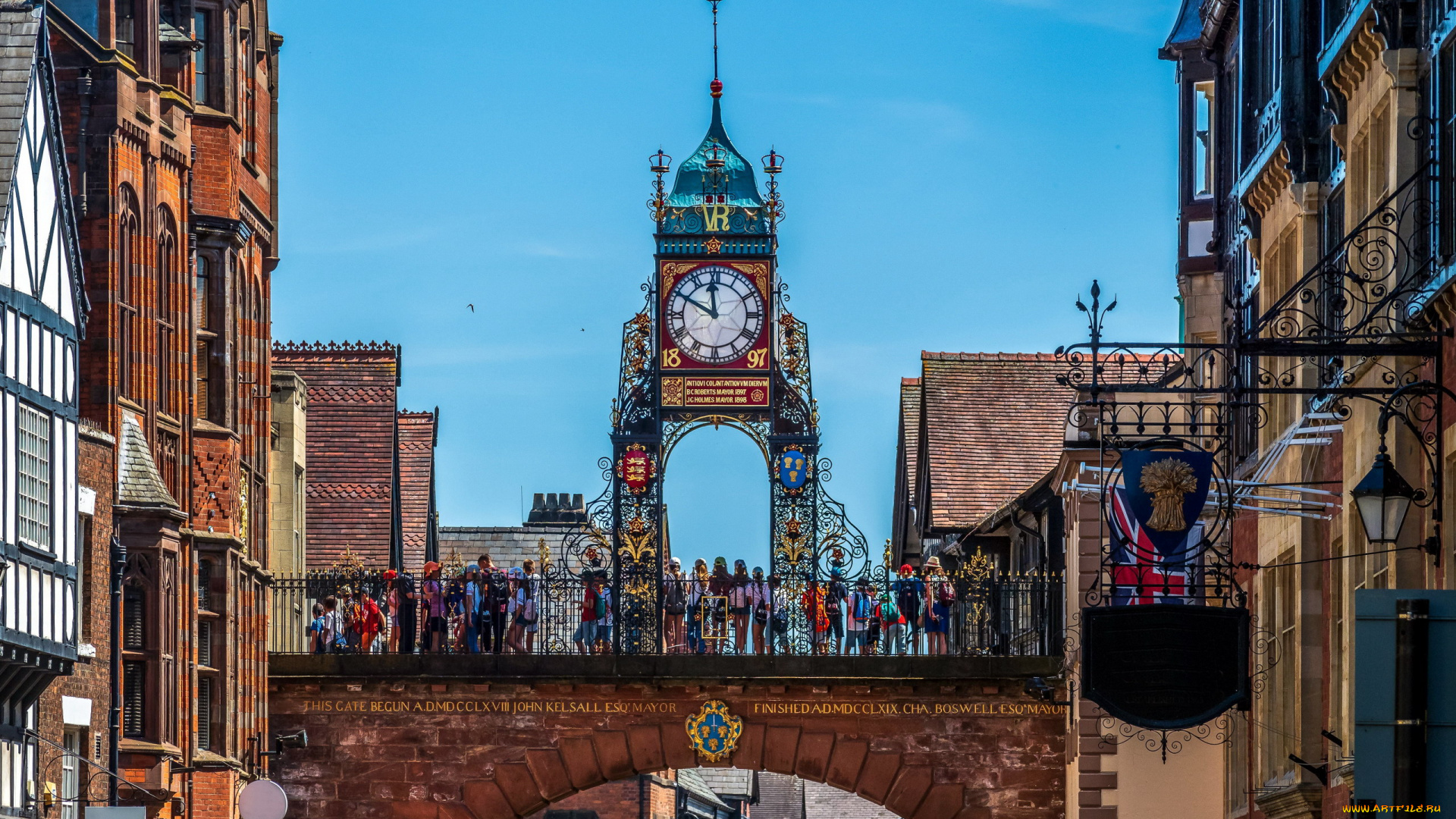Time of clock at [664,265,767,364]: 11:49
